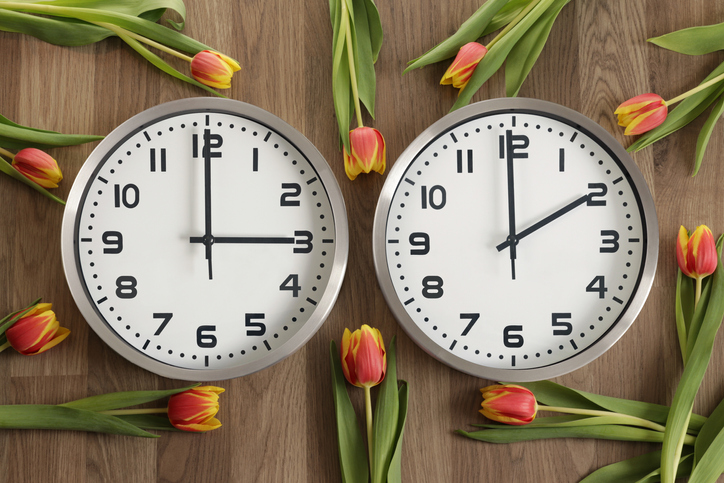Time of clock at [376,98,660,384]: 1:59
